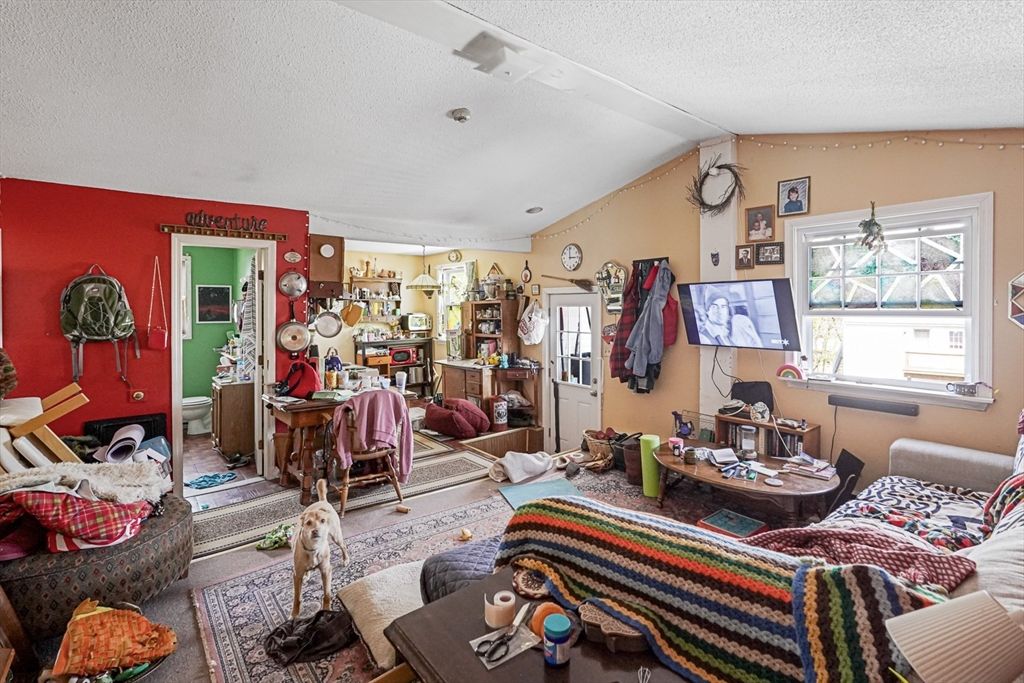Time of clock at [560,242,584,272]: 2:58
